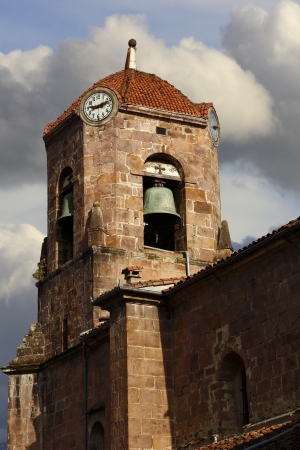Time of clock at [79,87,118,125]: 9:11
